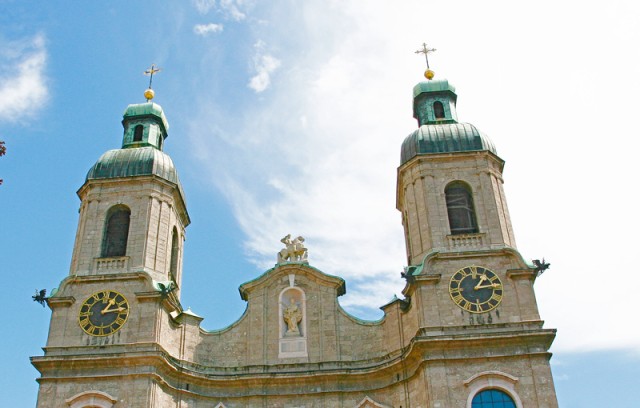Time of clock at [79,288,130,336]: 1:13
